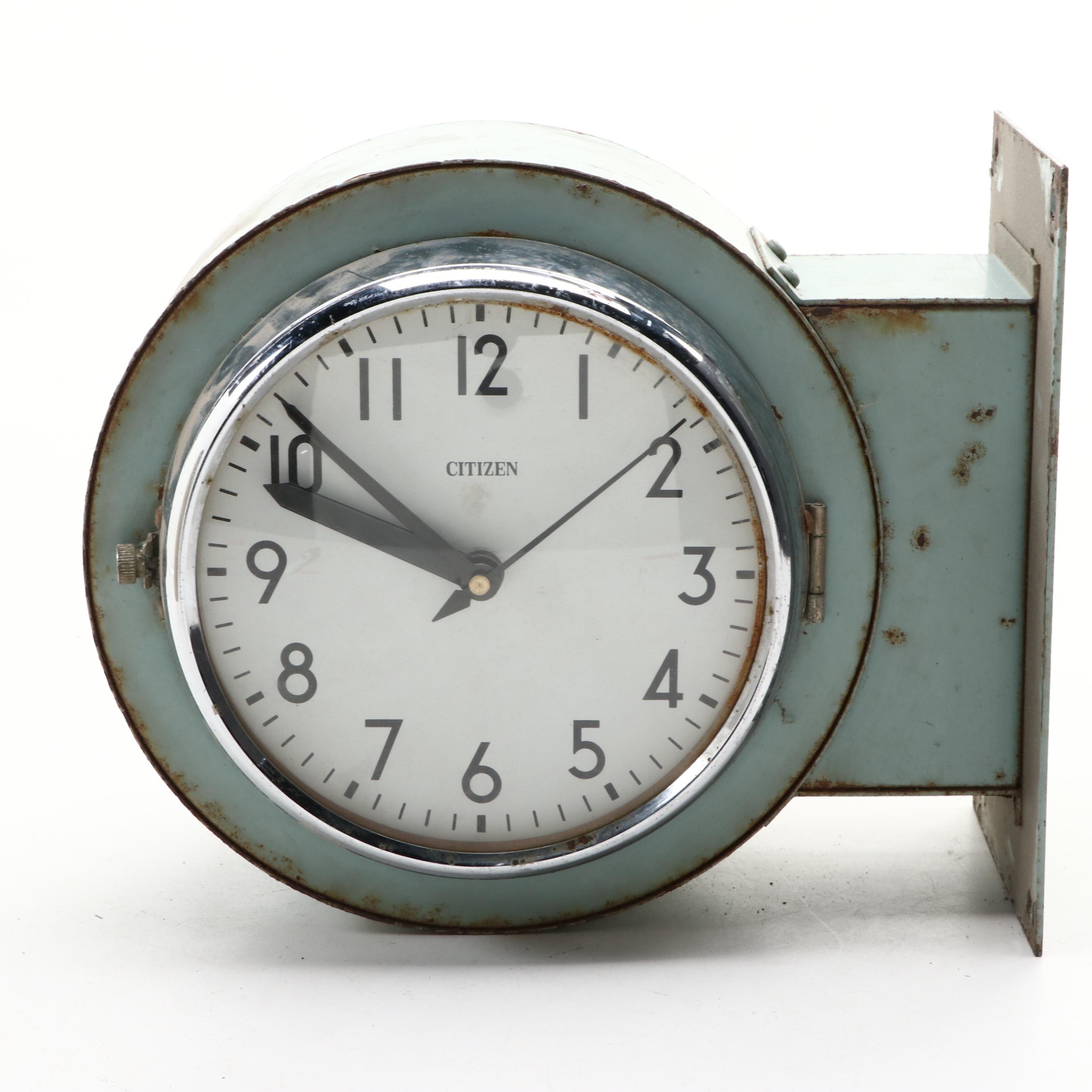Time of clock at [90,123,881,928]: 9:51
